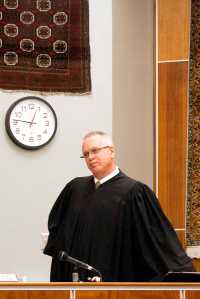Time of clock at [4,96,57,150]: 12:46
